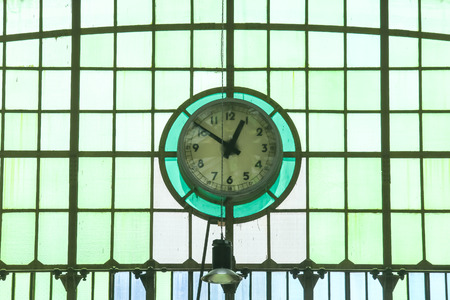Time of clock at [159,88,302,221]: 12:51
